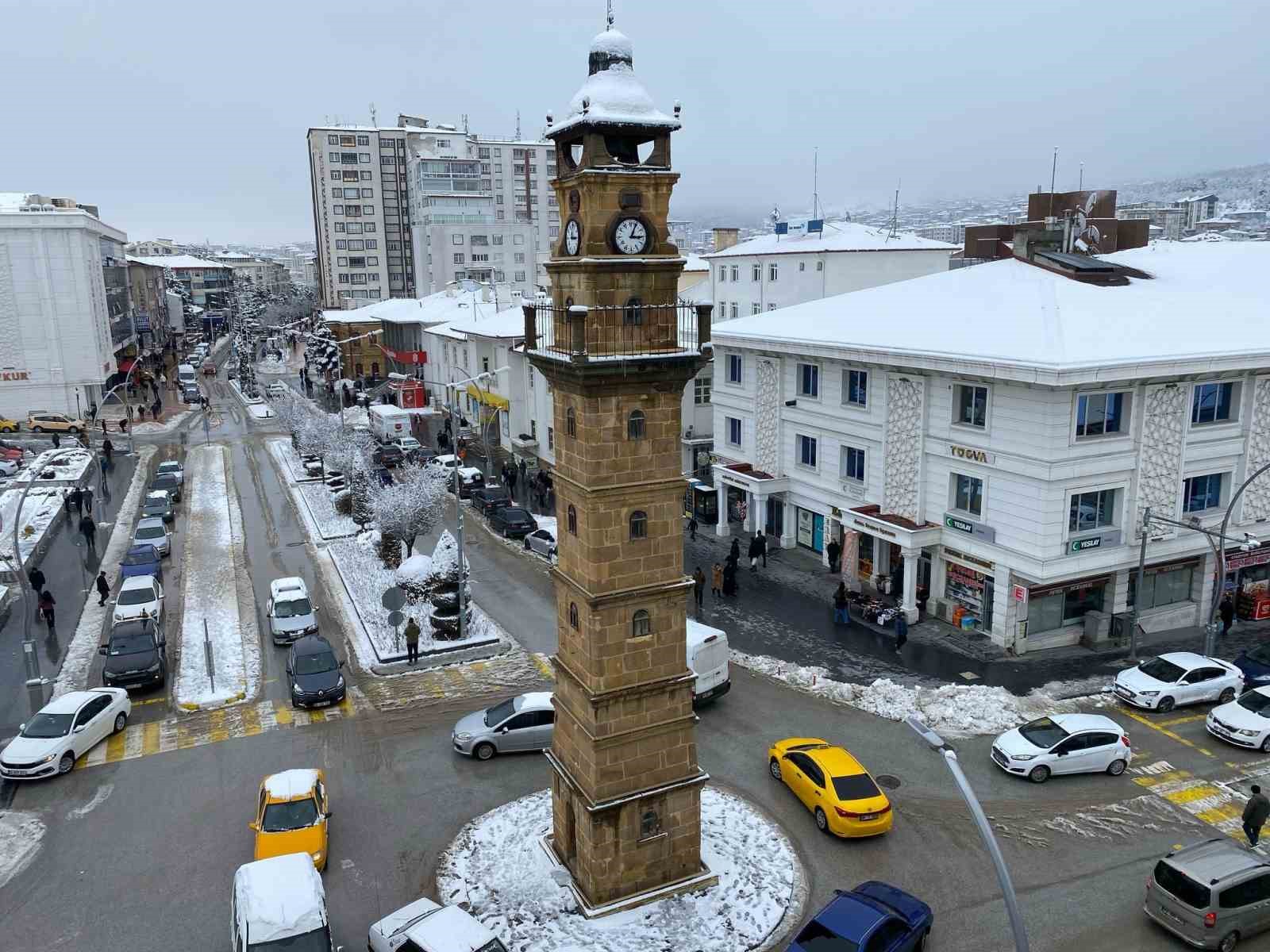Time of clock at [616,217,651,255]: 3:04
